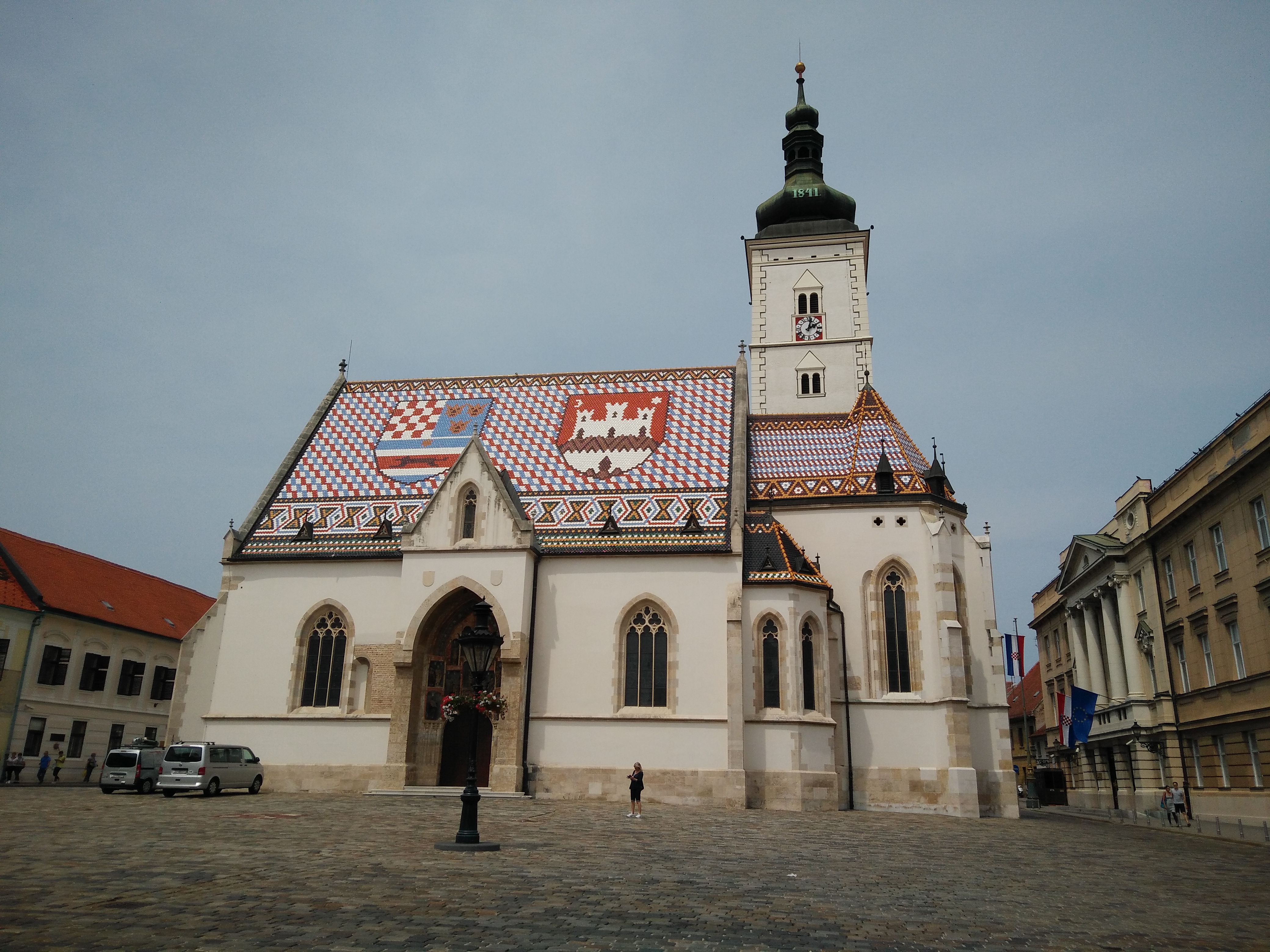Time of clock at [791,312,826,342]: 2:02
